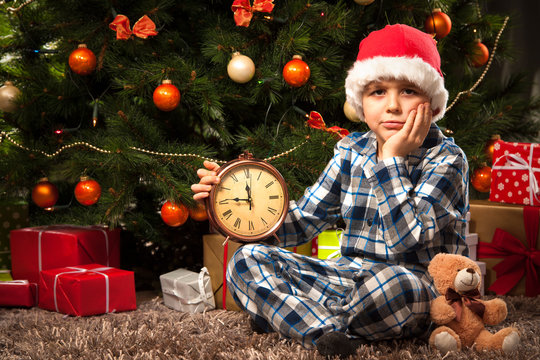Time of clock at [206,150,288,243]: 11:46
